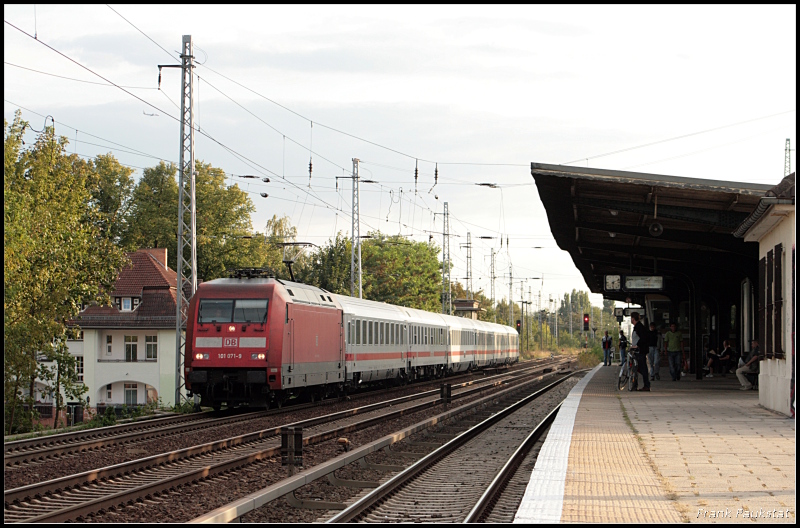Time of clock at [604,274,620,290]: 6:11
